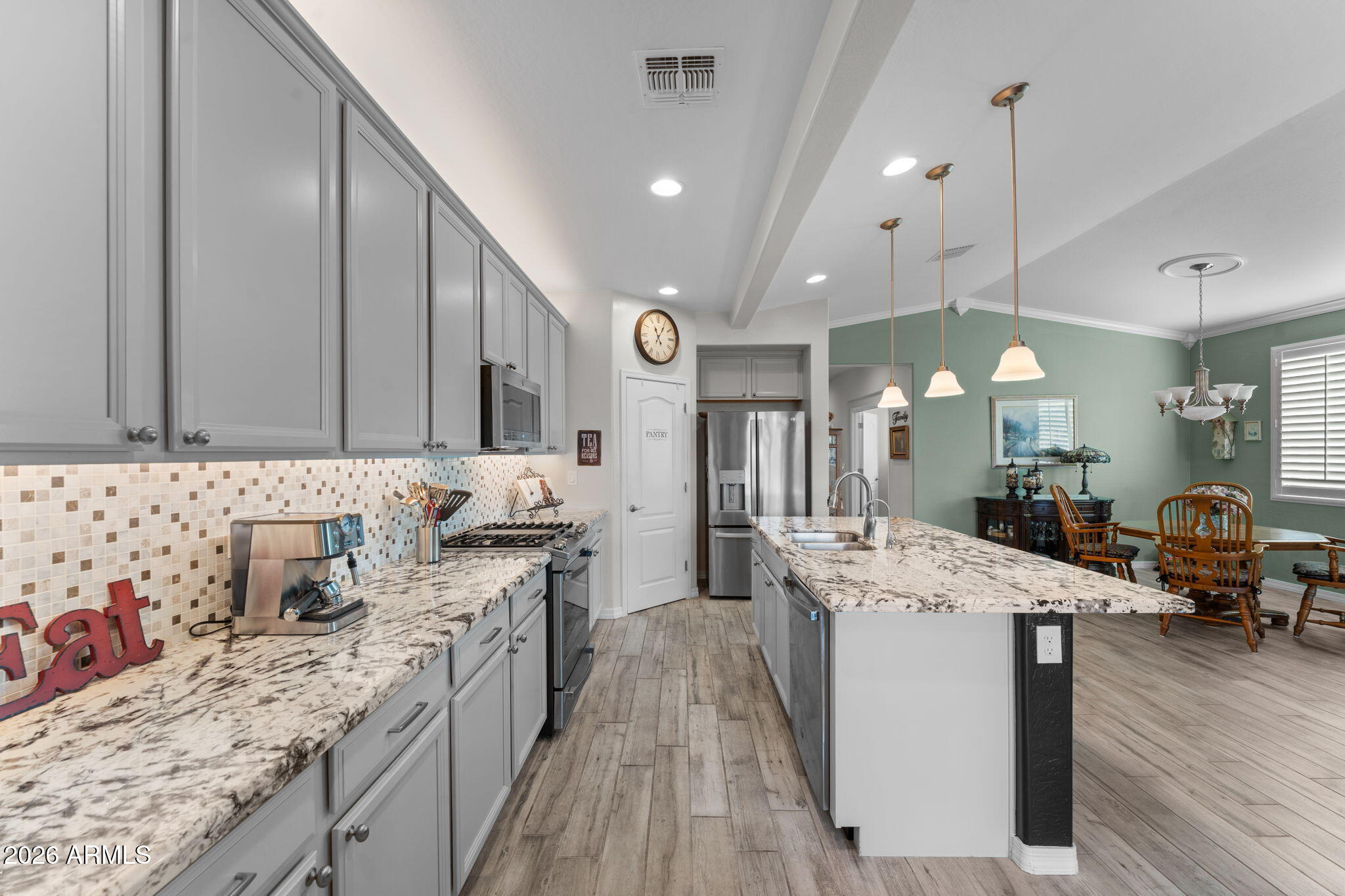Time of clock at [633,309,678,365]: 11:05
